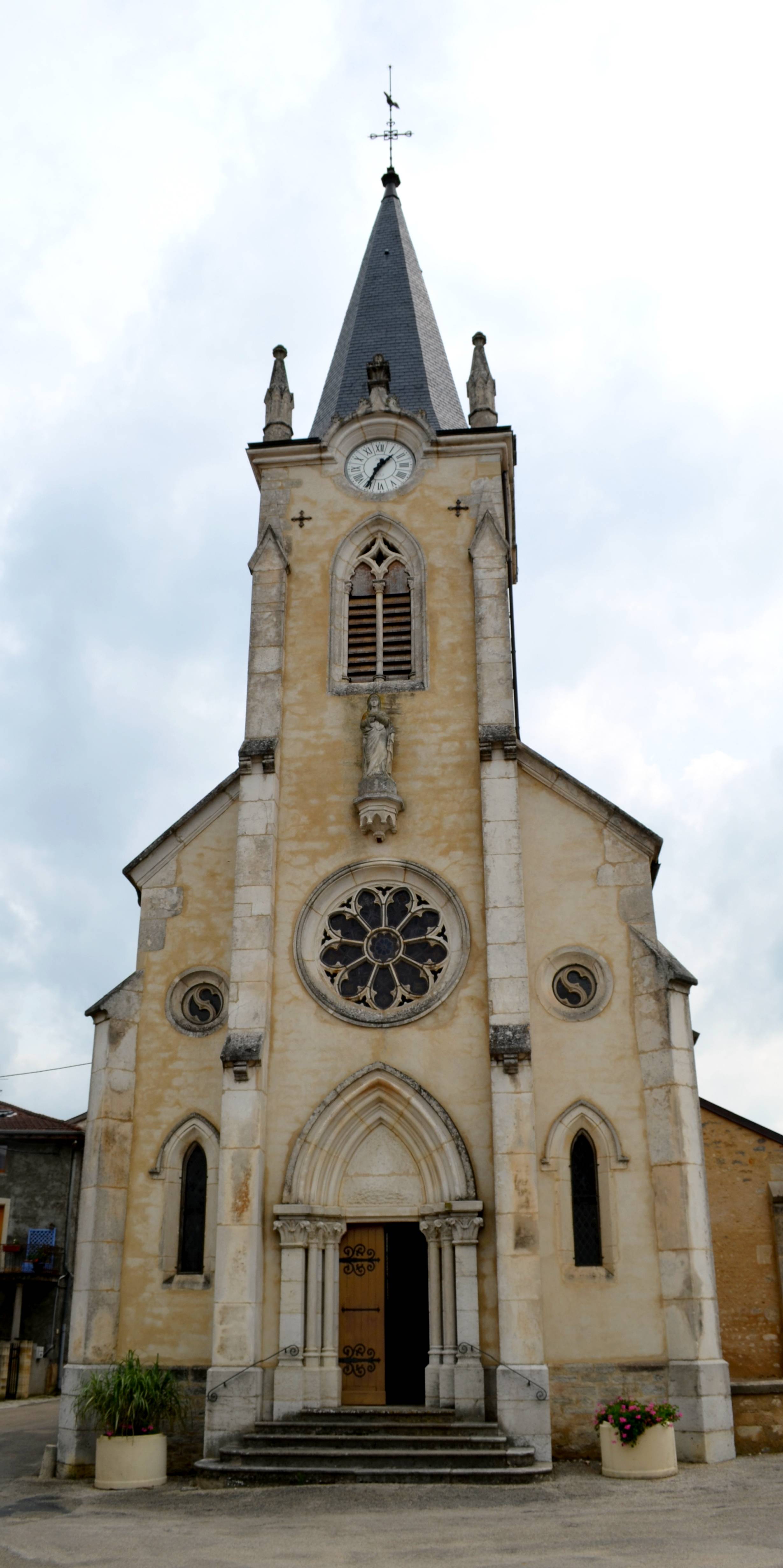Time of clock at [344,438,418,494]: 1:34
